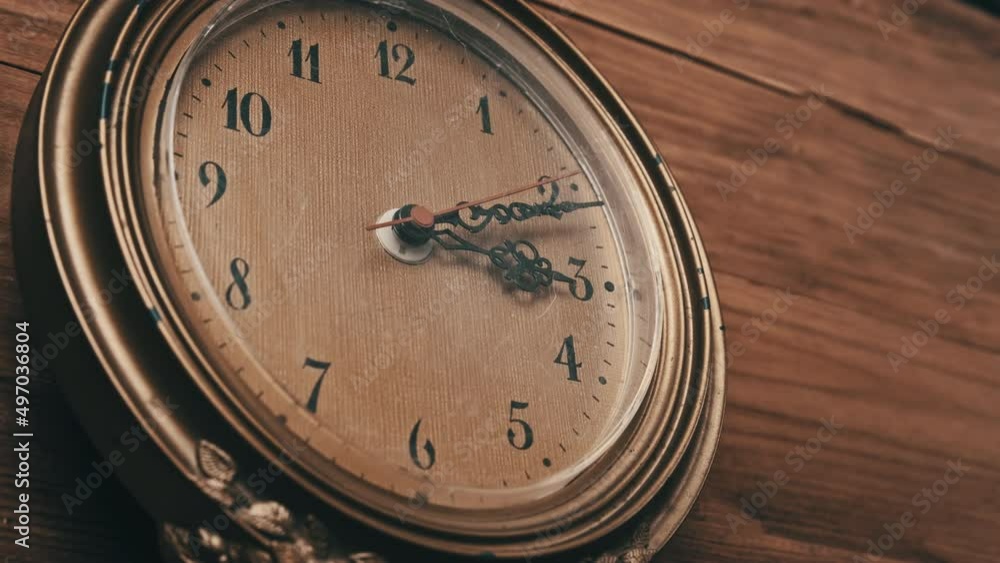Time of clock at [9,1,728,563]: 3:11
